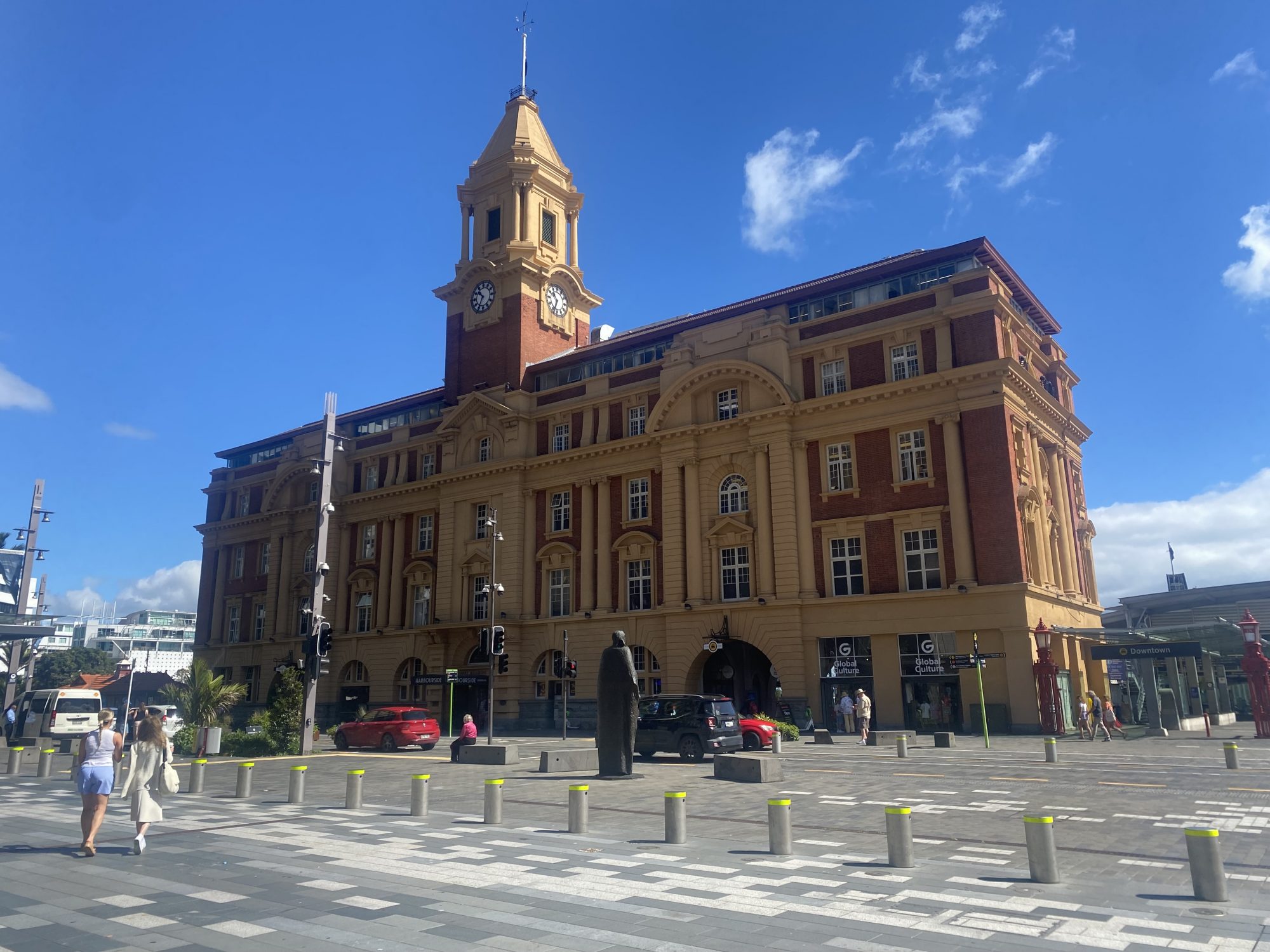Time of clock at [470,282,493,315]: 10:34
